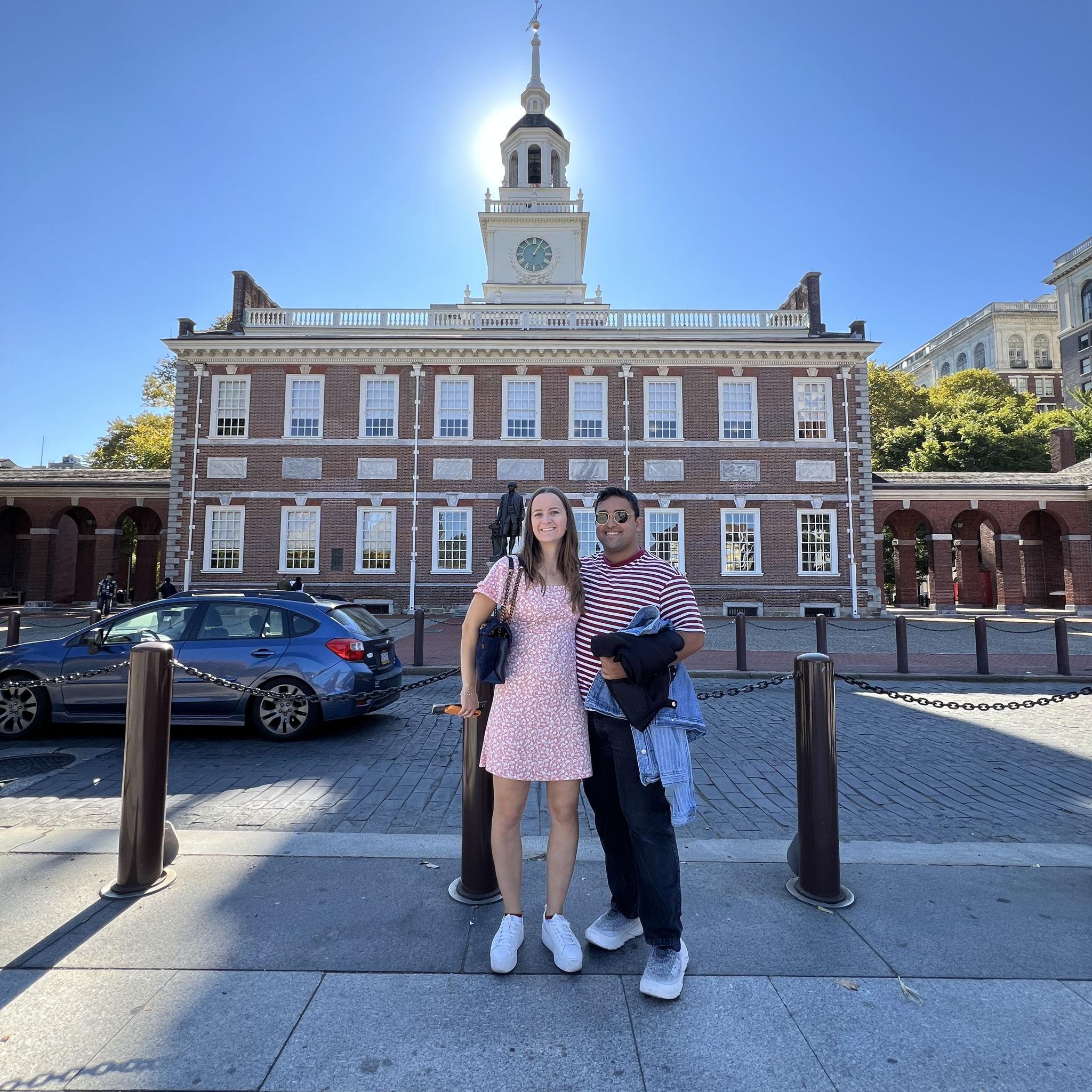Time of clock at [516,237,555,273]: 1:05
